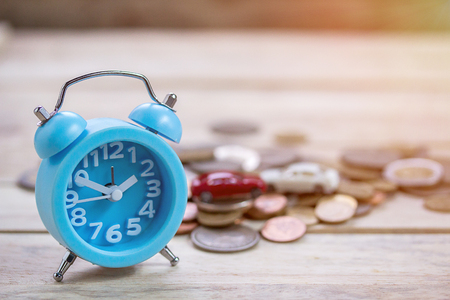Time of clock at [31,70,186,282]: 1:49
